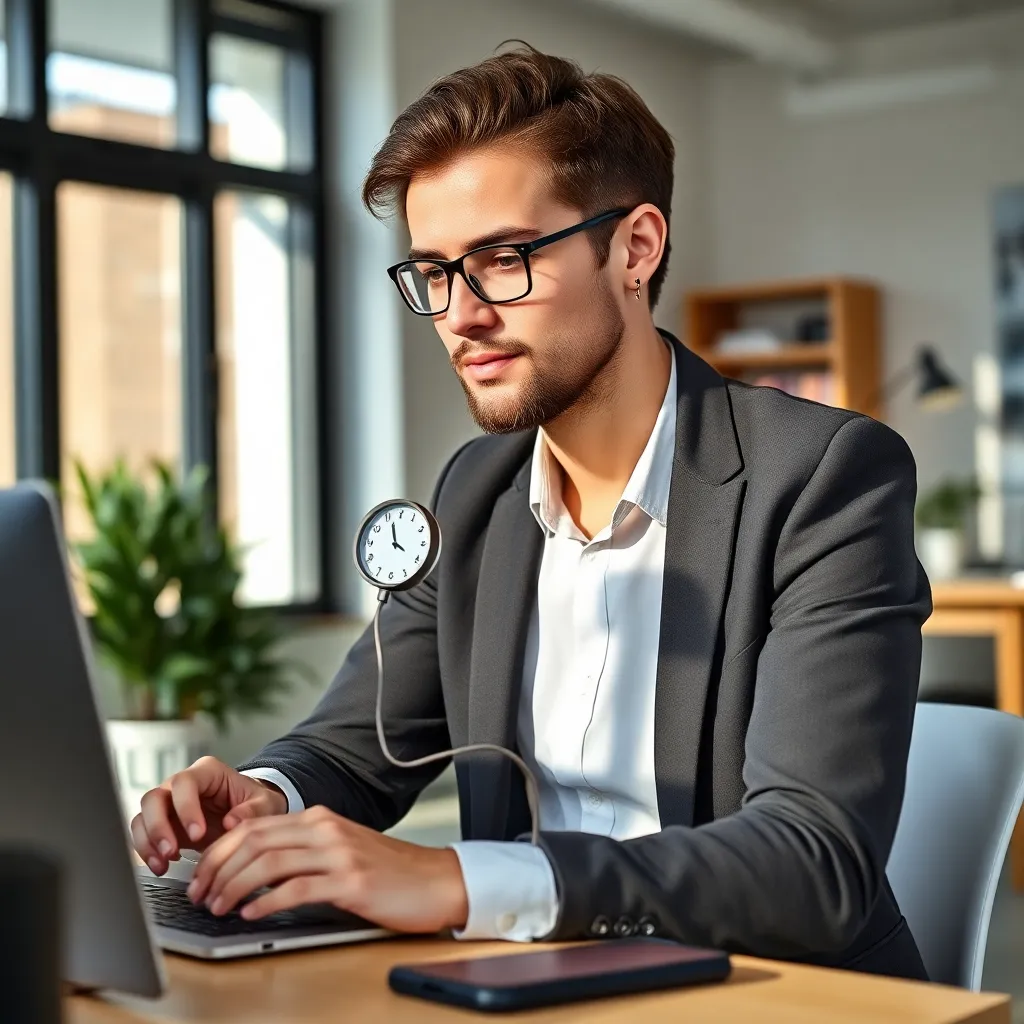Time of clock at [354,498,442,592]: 3:56
